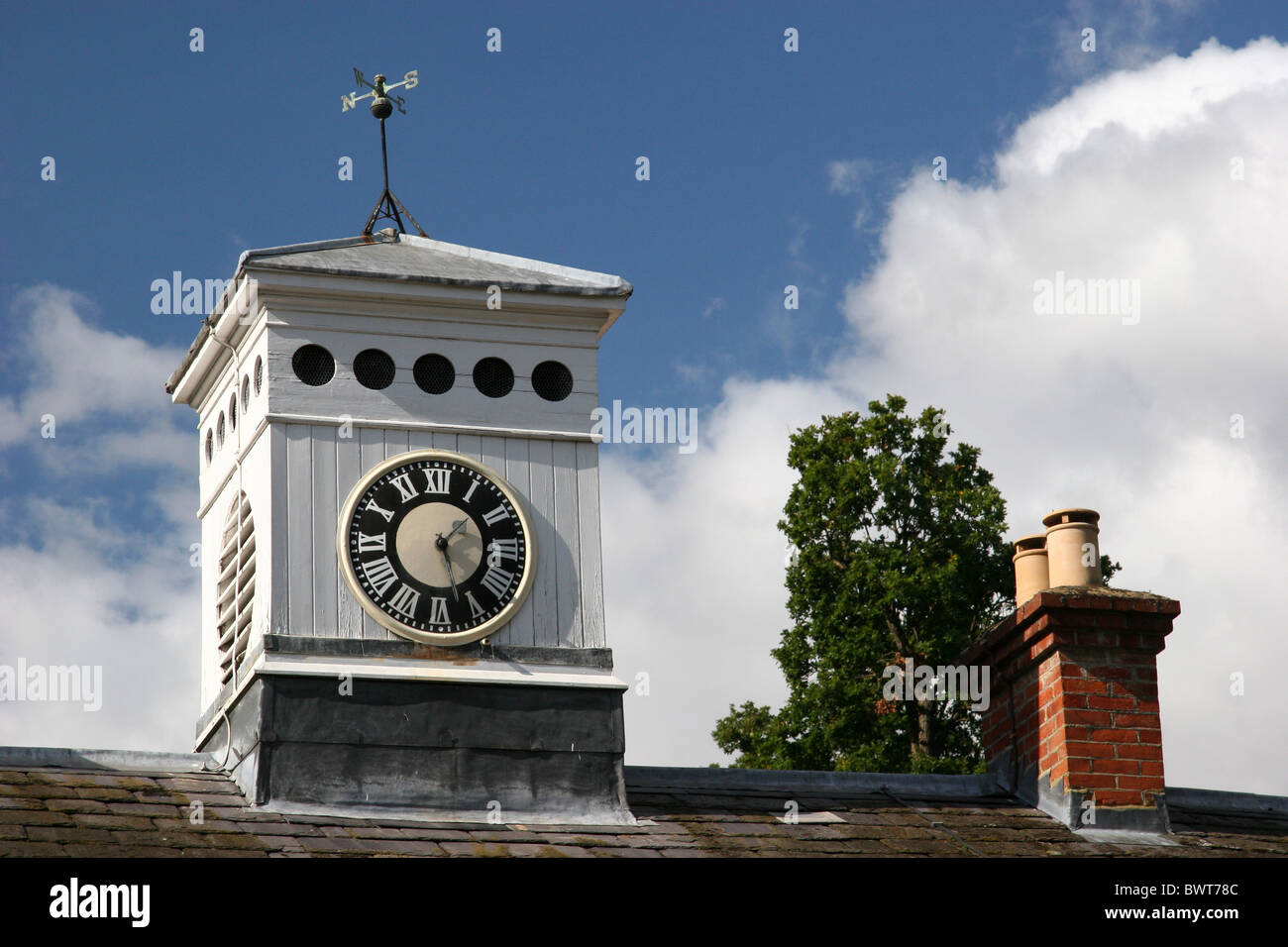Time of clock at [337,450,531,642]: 1:26
